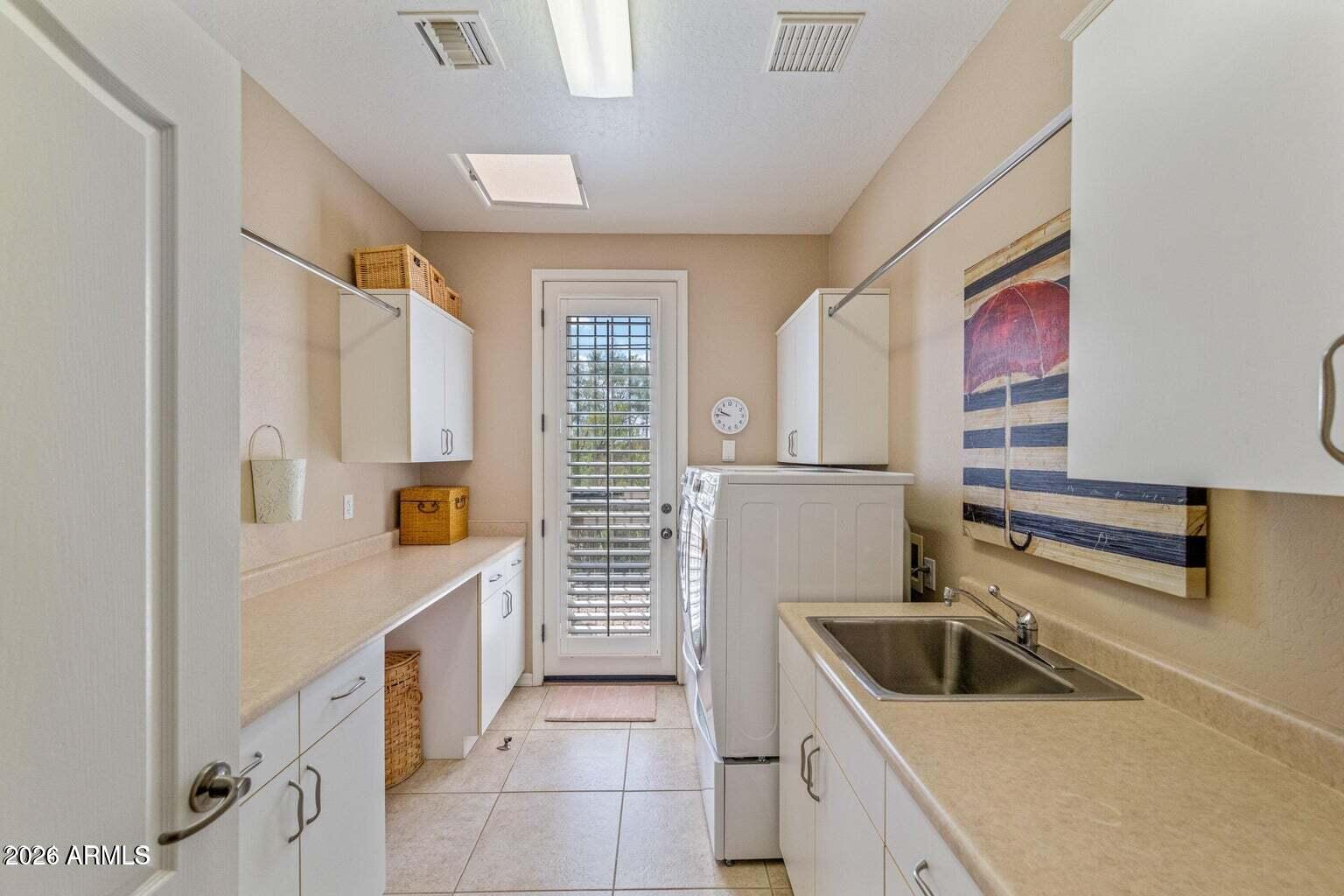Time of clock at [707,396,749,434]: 9:45
